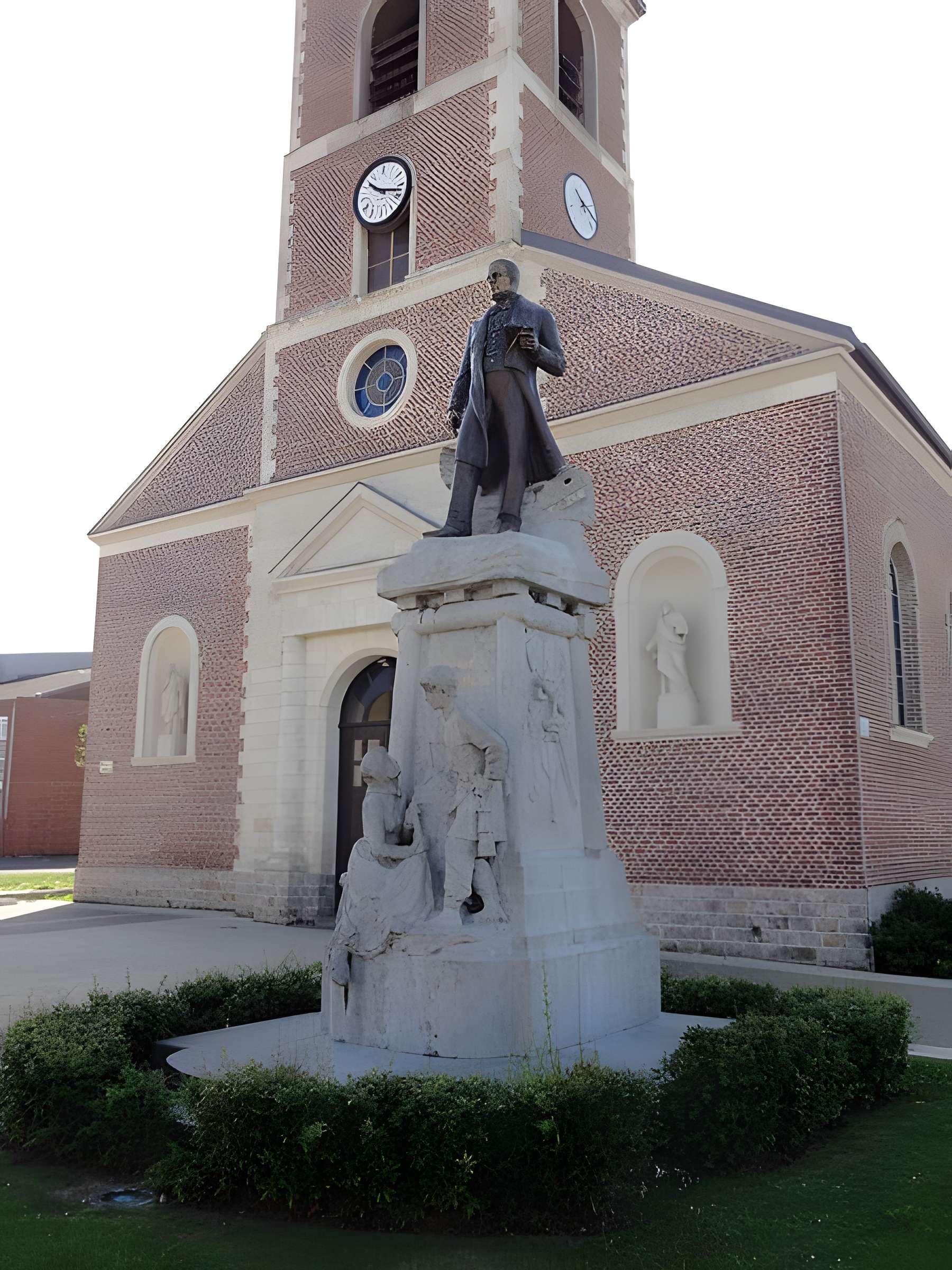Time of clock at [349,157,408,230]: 10:17
